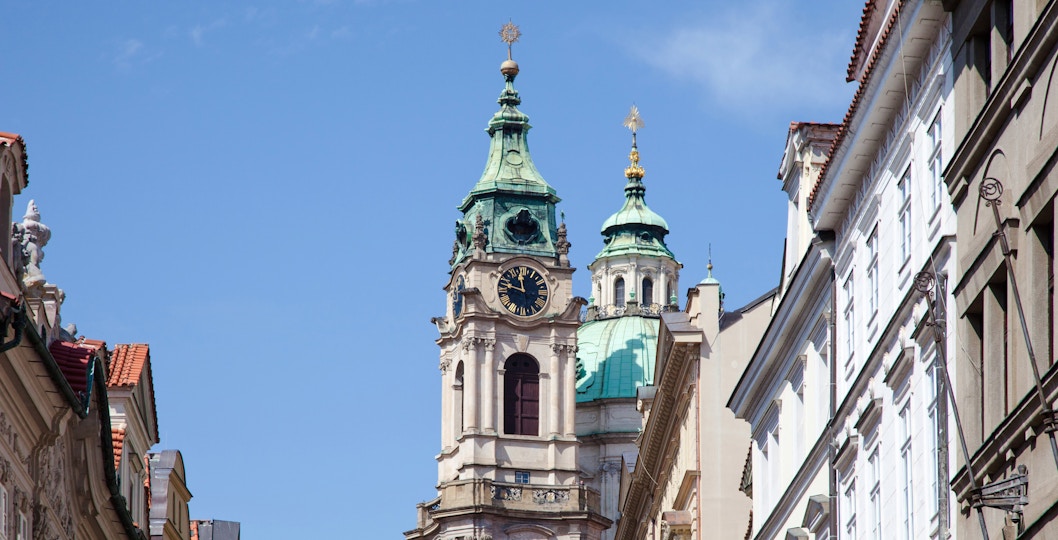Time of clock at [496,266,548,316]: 11:47
